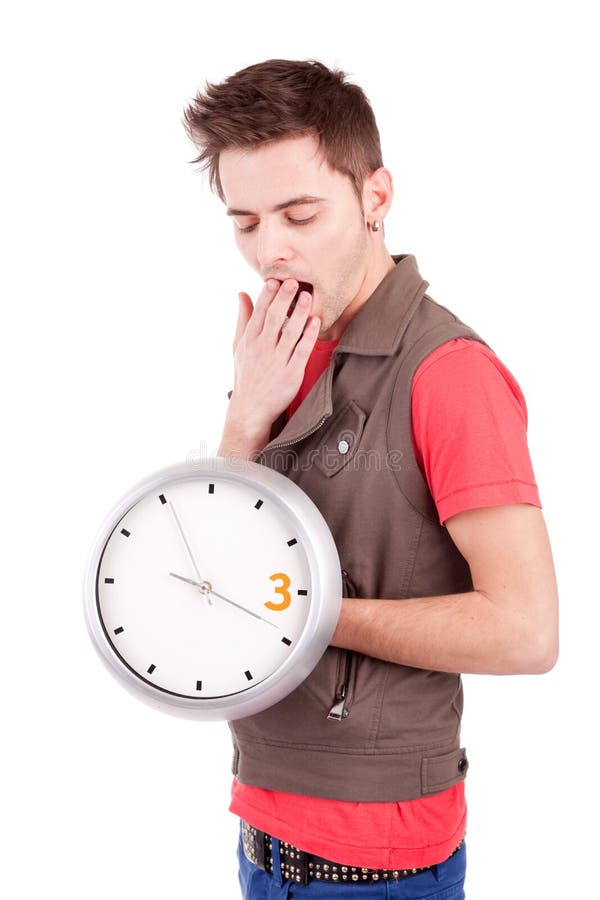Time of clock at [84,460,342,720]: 3:55
